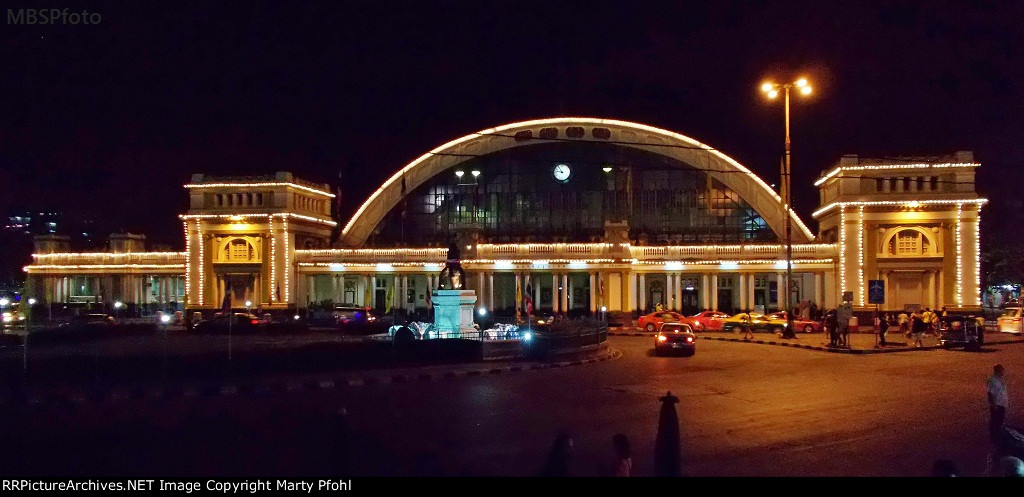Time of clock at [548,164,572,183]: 10:46
